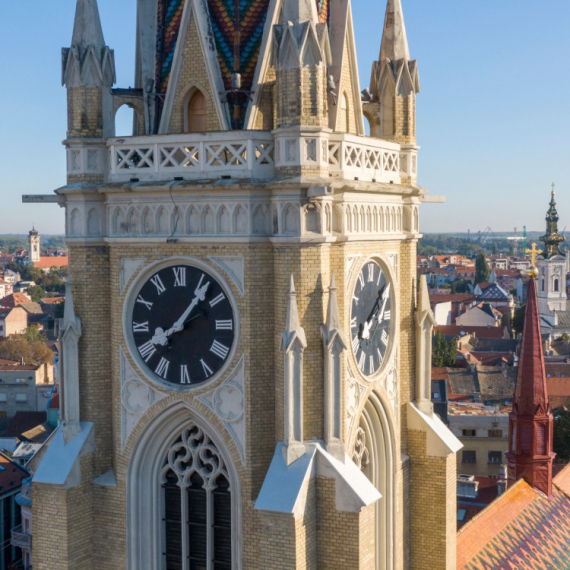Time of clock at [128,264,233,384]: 8:06
